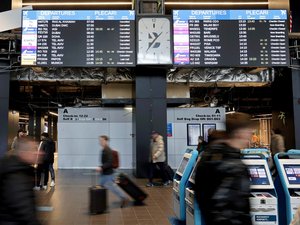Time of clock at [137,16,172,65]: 10:37
